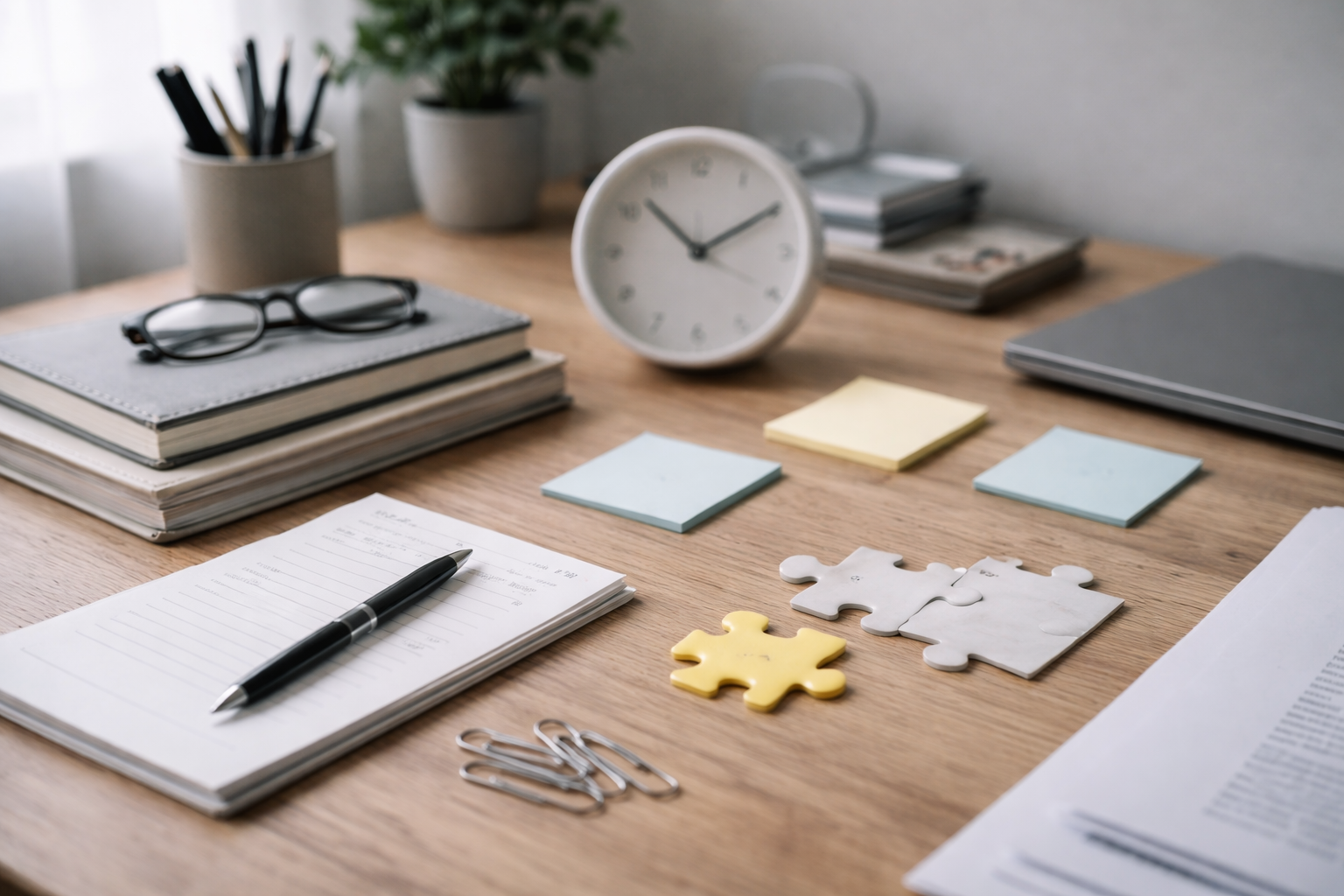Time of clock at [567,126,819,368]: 1:52
